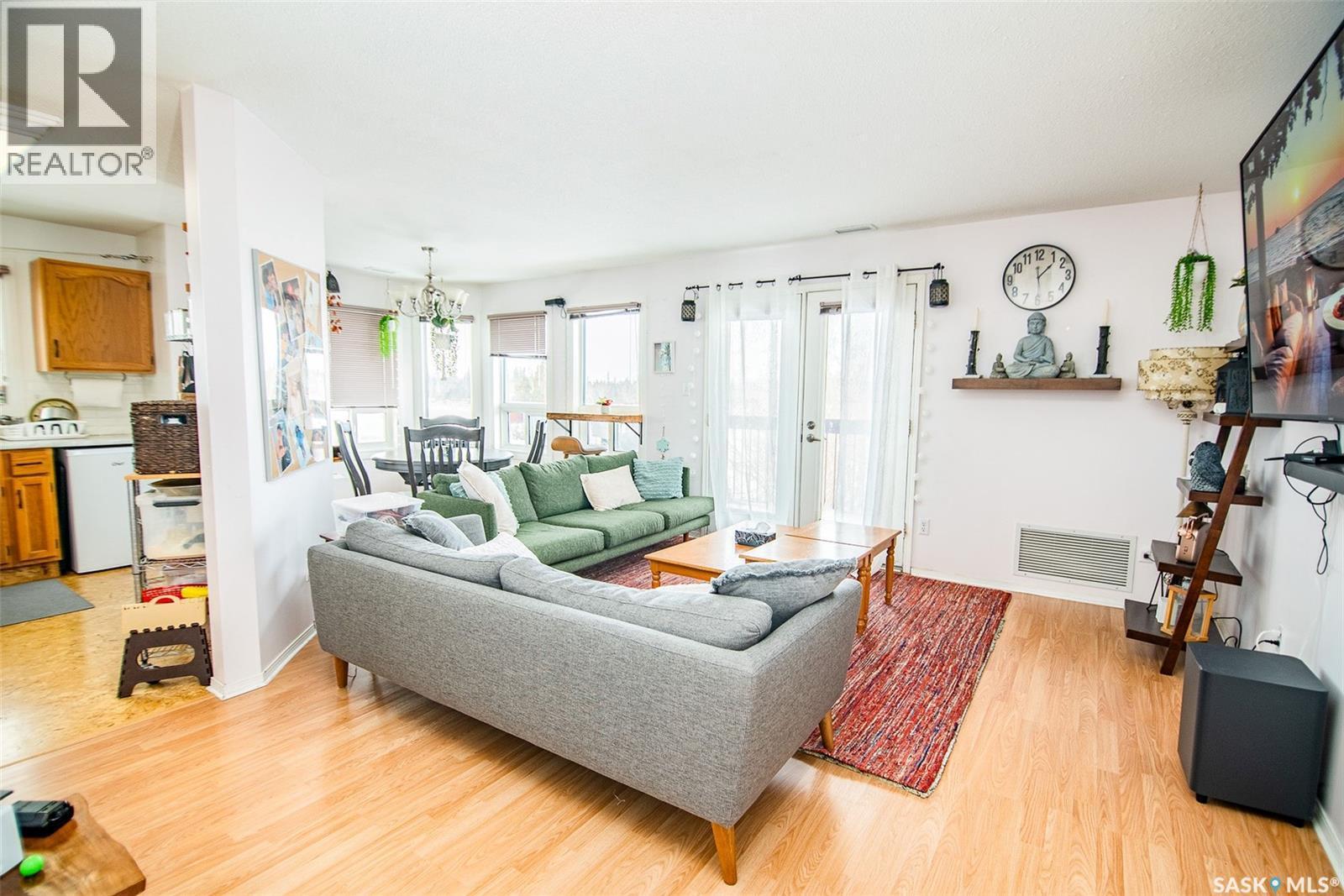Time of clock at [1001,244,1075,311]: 1:29
